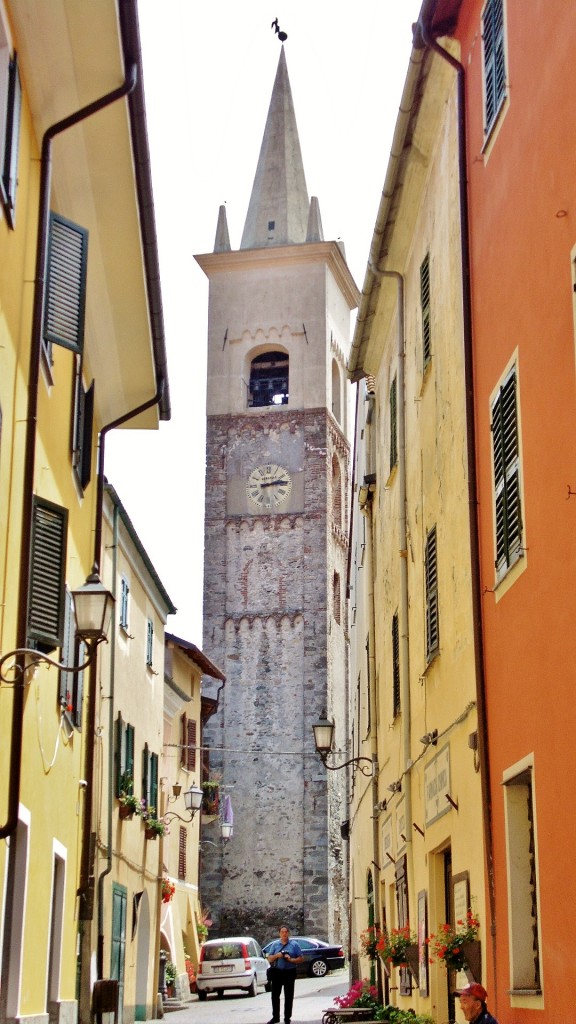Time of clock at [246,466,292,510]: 2:13
